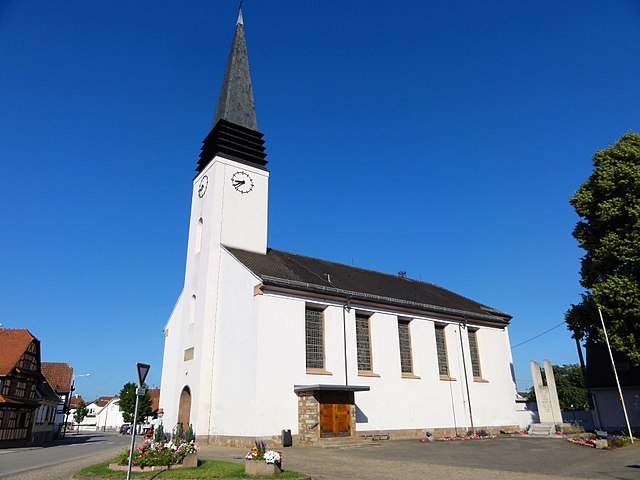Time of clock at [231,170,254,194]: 8:38
